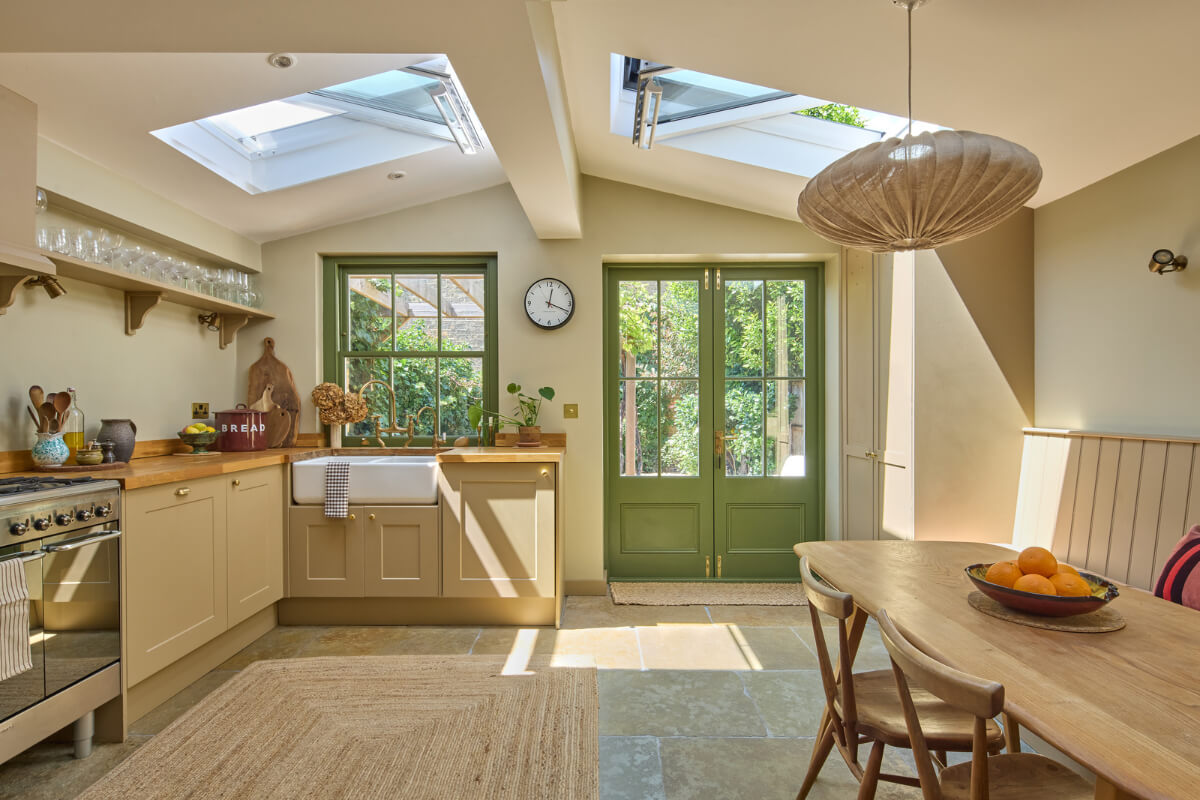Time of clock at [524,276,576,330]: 12:18
